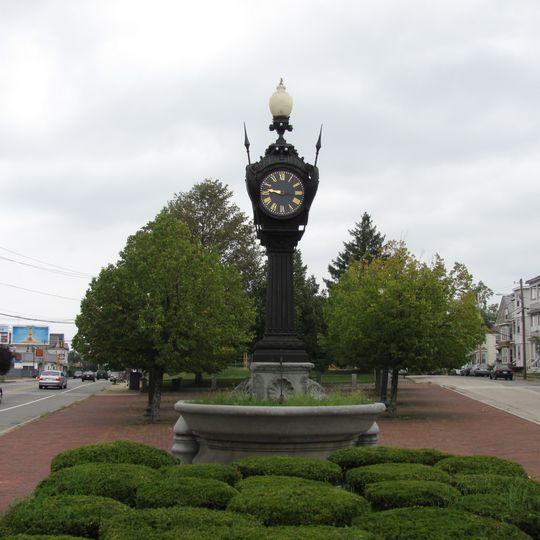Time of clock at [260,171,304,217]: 9:15
